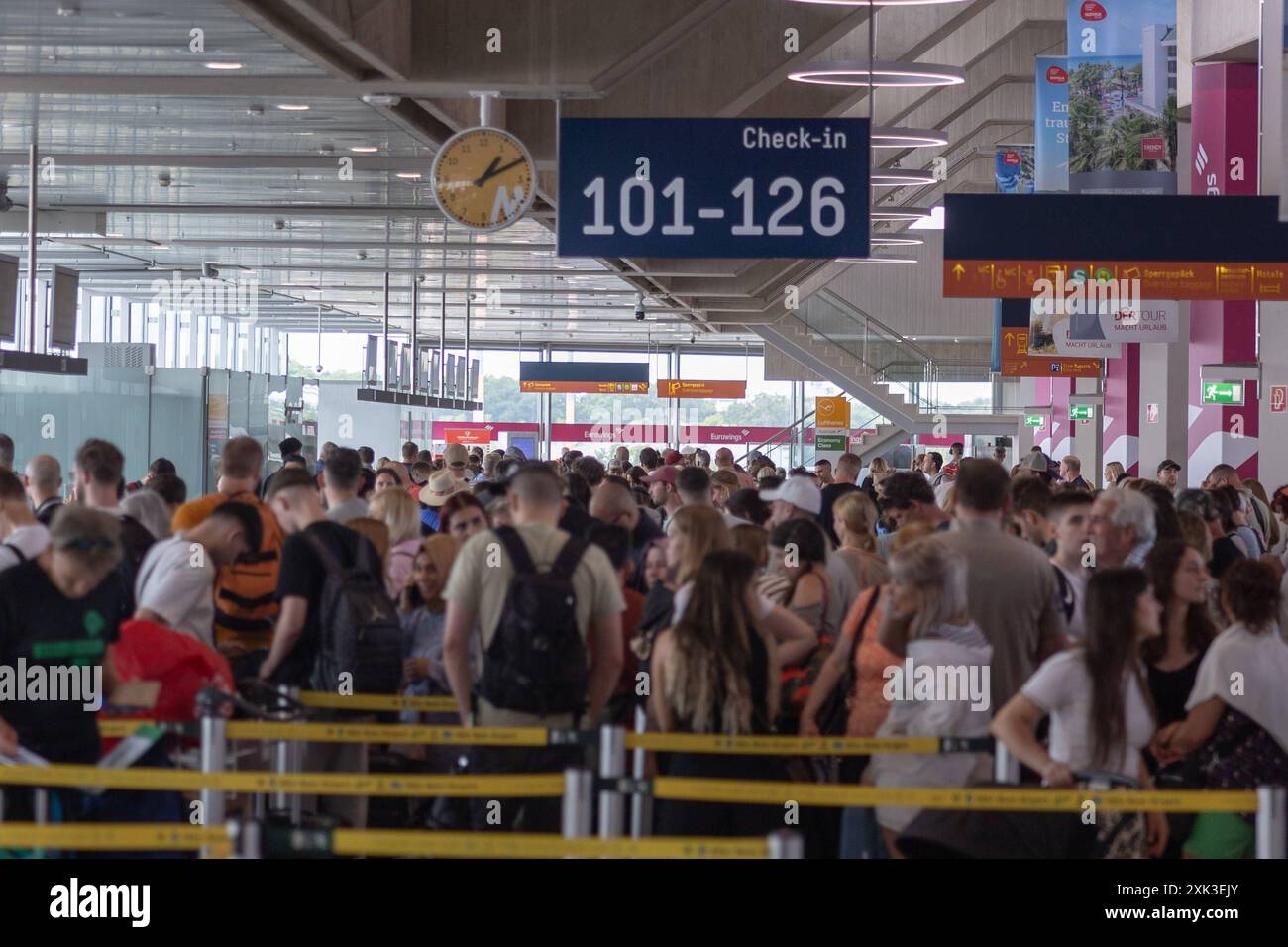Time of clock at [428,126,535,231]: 1:10
